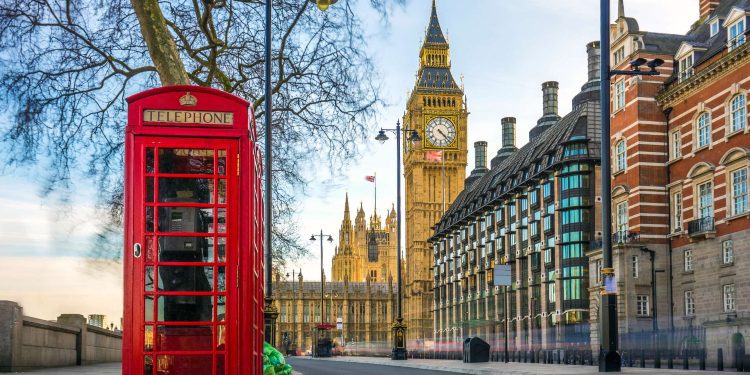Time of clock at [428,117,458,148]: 4:22
